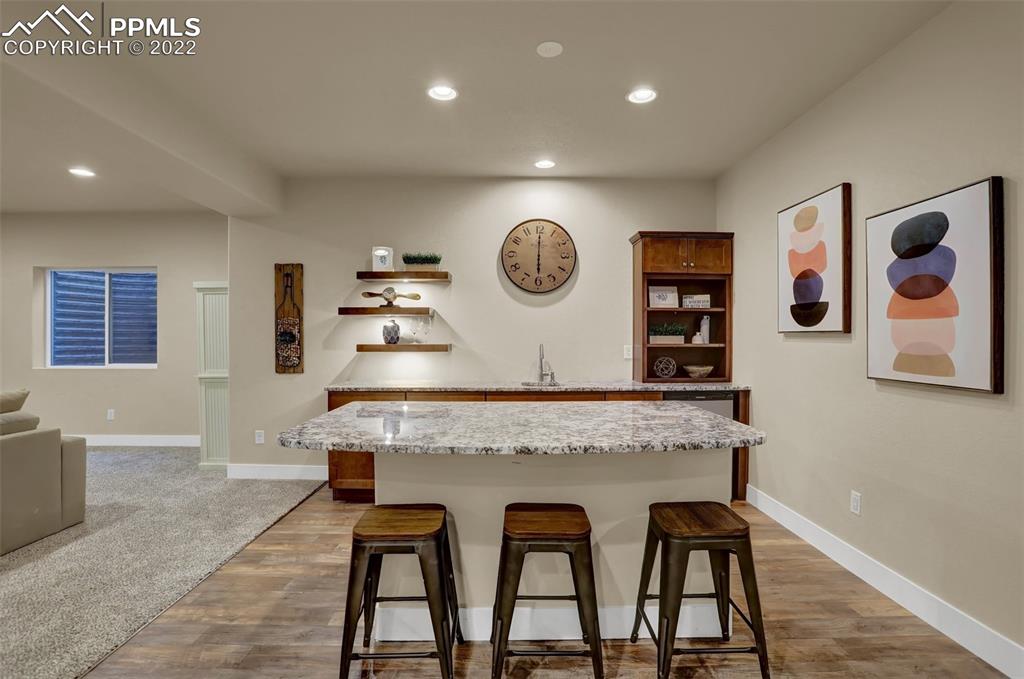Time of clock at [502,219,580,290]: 6:00
